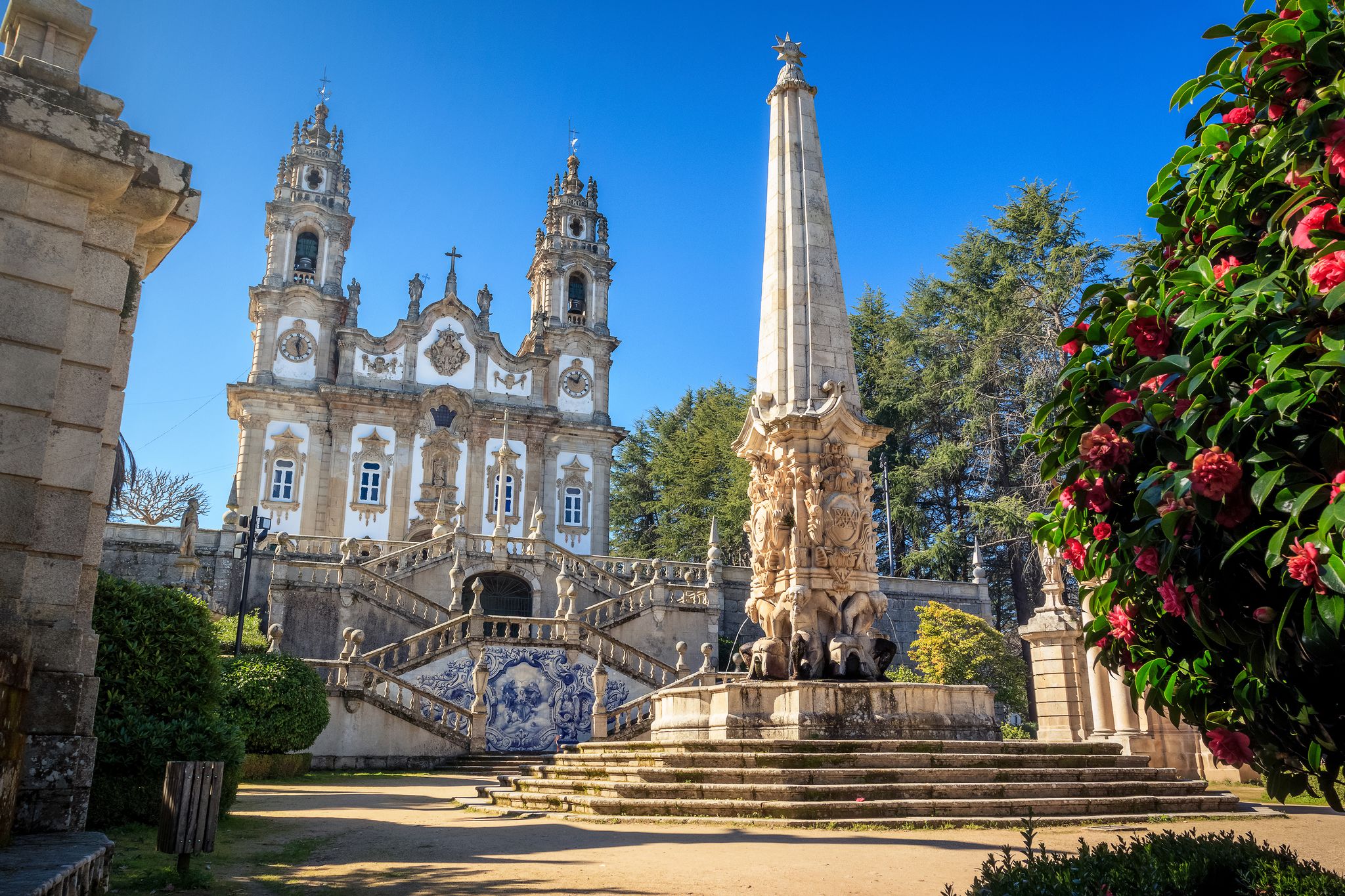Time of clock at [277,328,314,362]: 12:27
